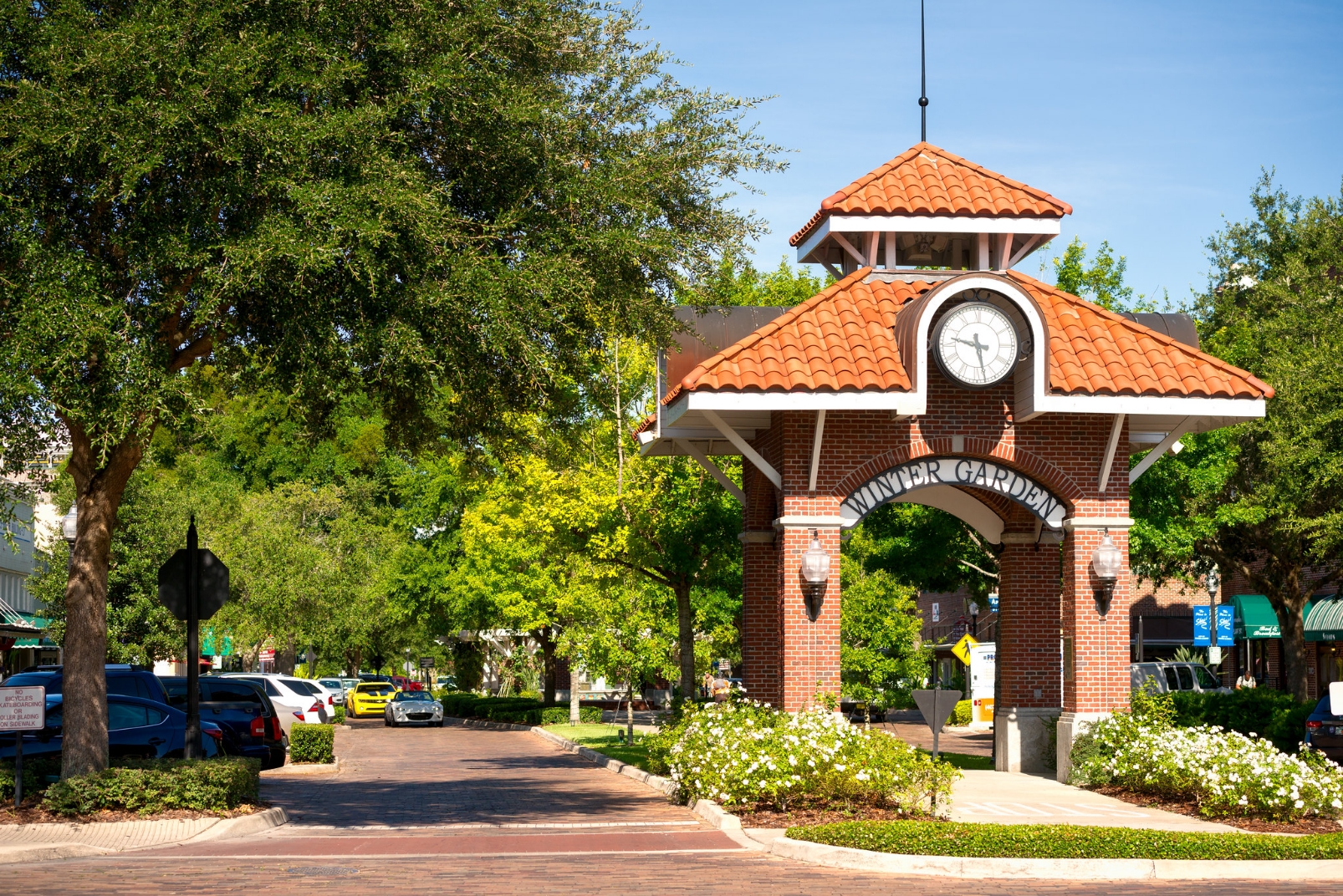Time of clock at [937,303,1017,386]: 9:27
